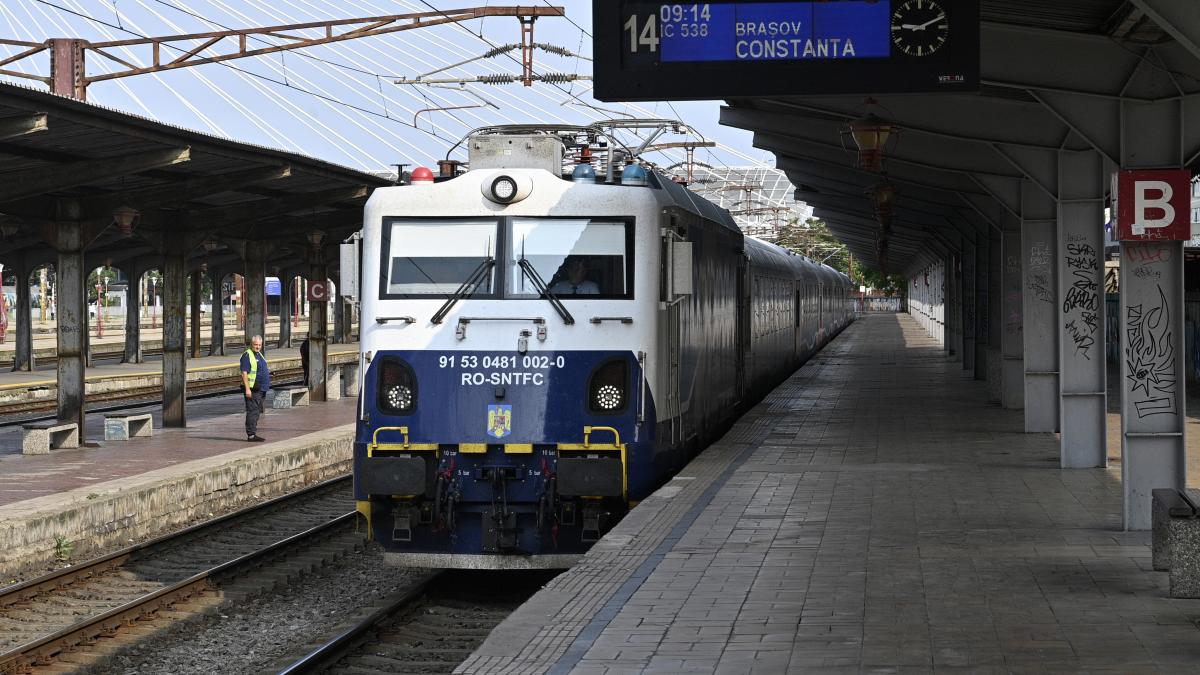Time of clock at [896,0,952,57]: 9:10
